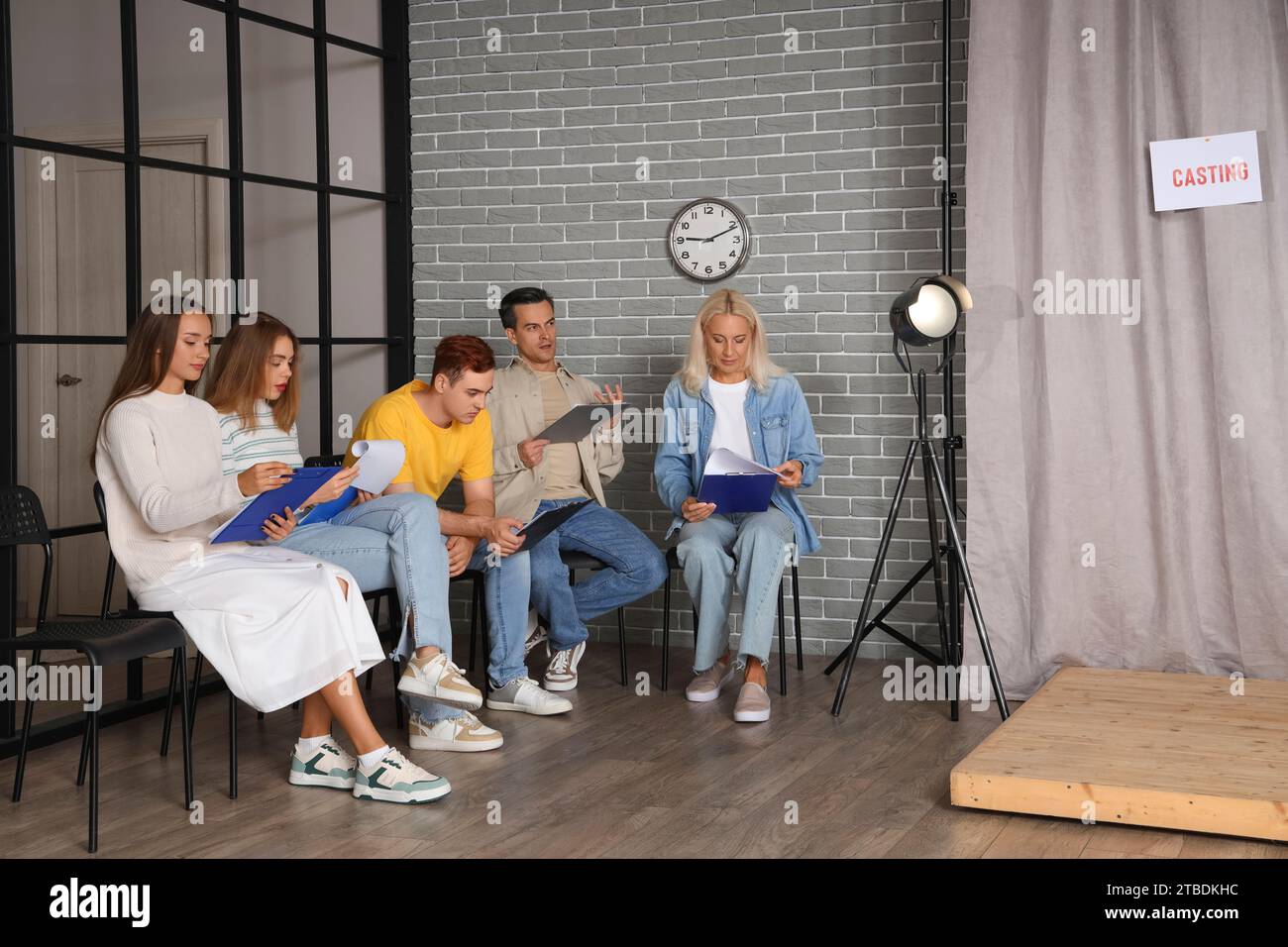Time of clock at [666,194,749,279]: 9:11
